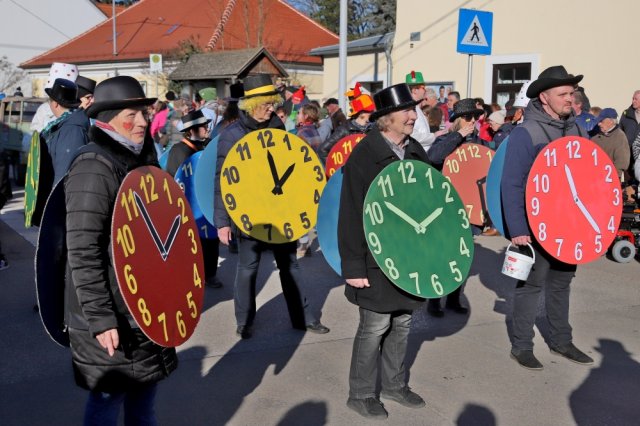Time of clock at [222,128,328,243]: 2:00
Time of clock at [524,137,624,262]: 11:23
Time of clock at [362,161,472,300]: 1:52
